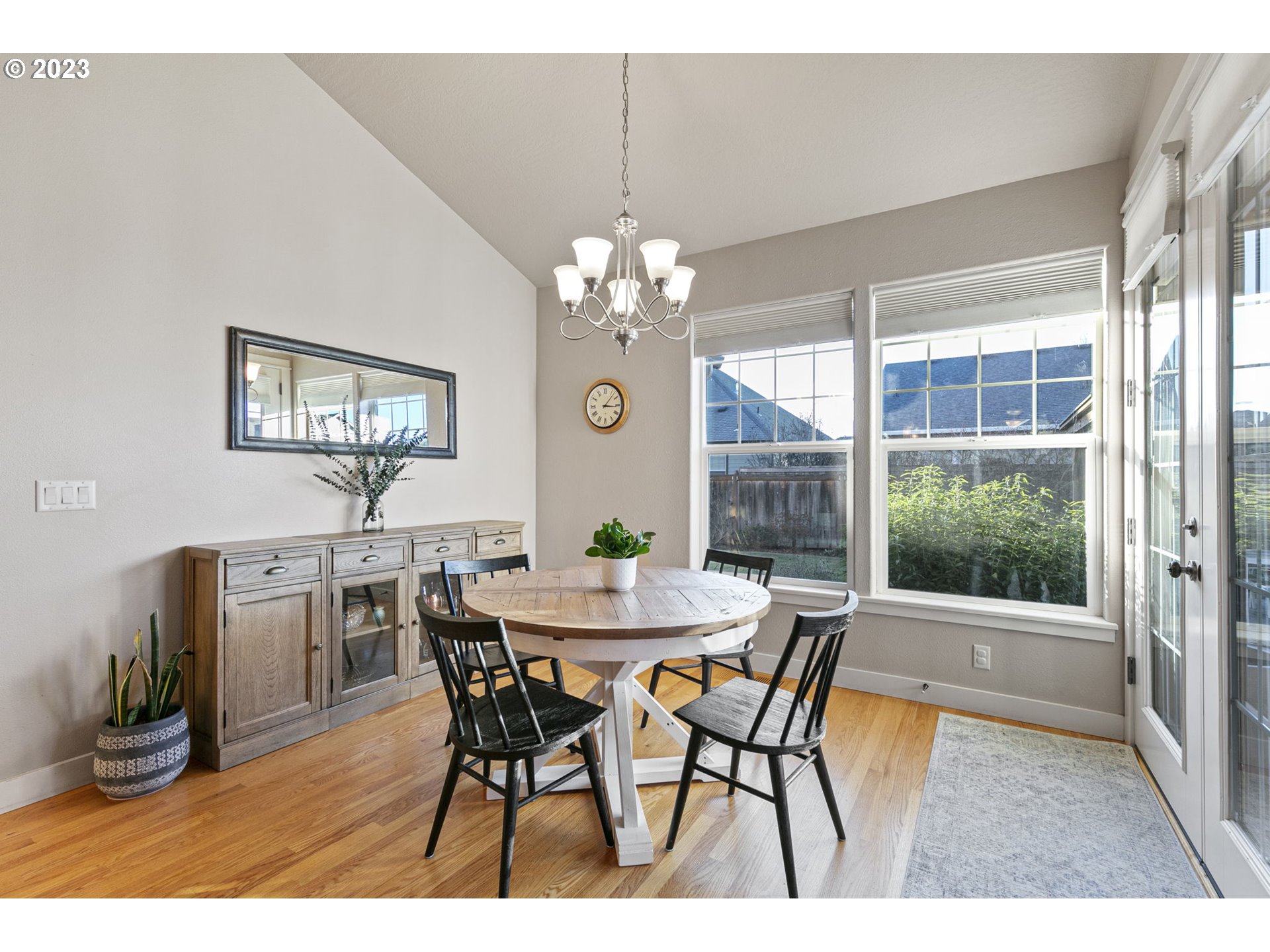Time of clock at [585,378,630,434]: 3:07
